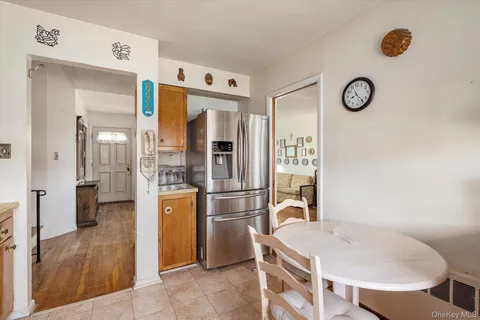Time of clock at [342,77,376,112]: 8:23
